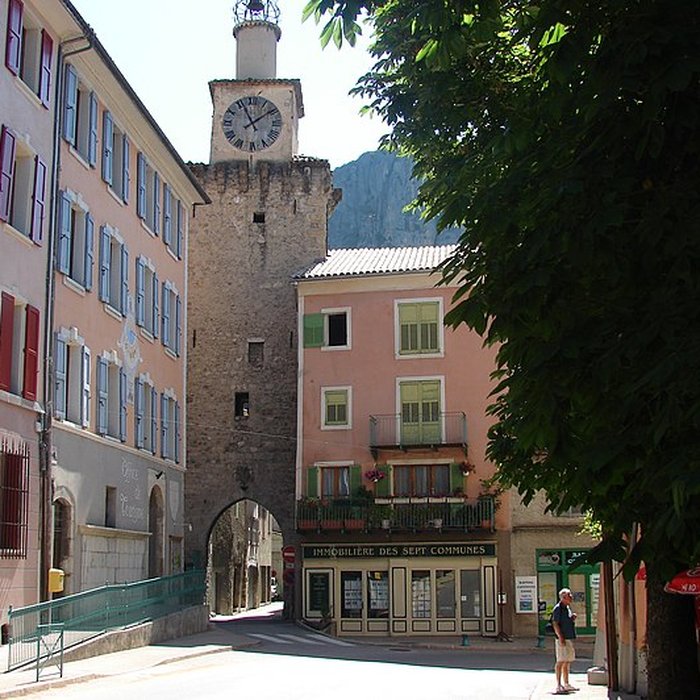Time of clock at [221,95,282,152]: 11:08
